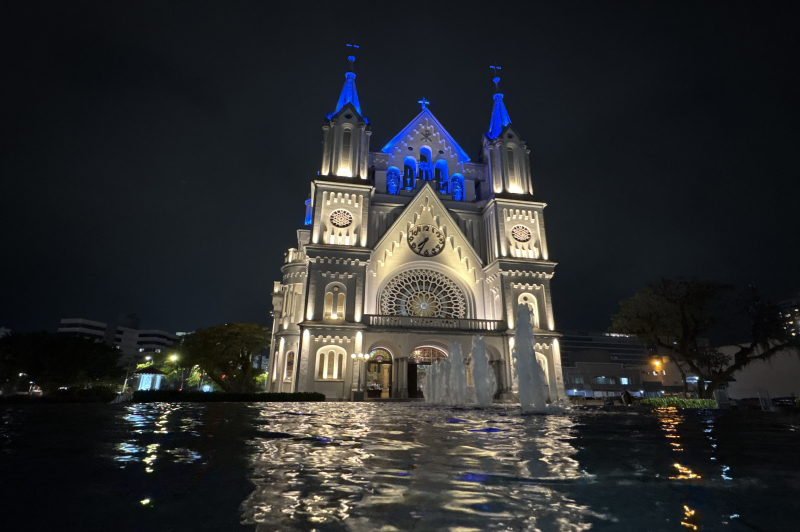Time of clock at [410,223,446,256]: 7:34
